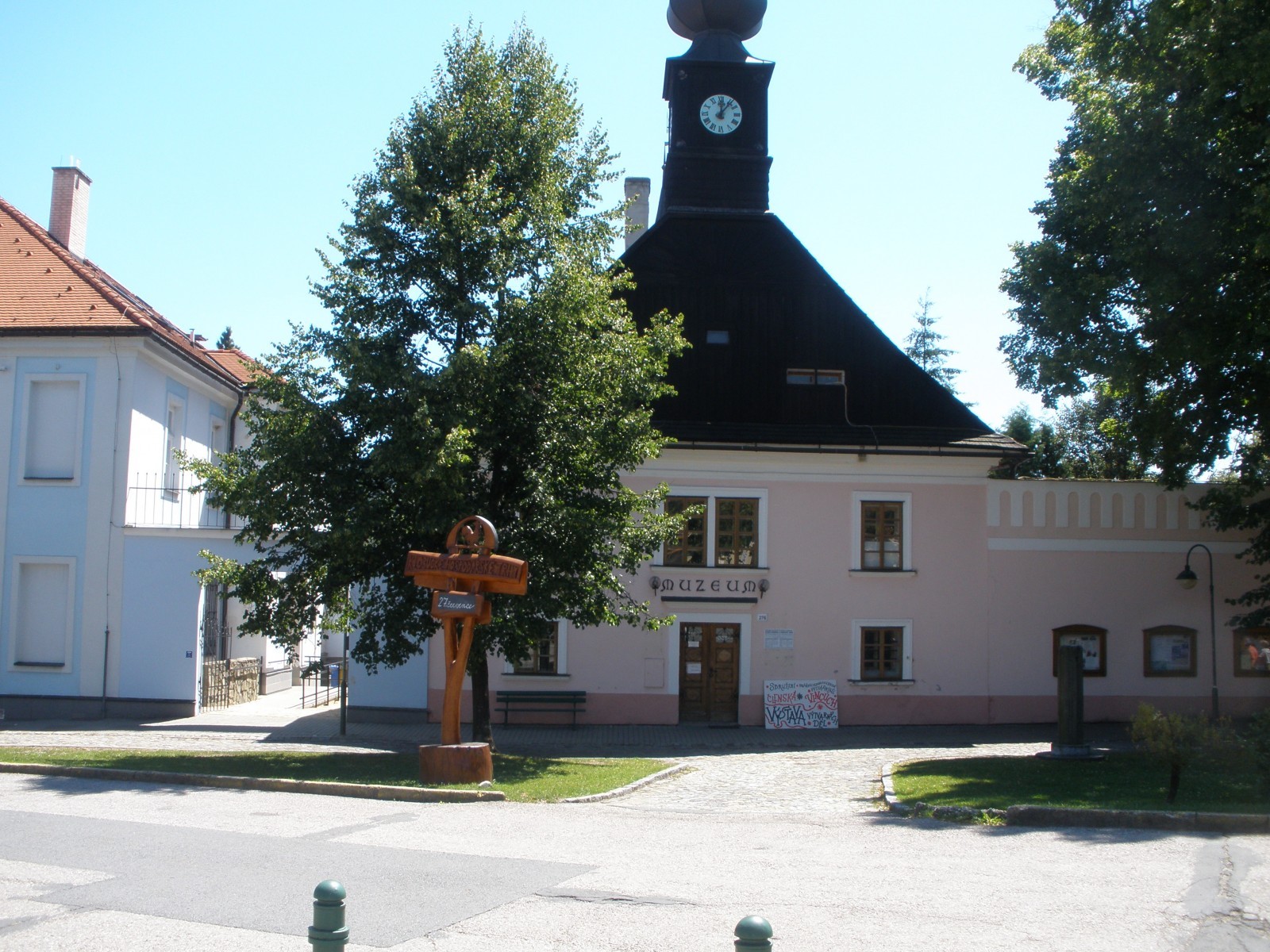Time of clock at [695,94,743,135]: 12:06
